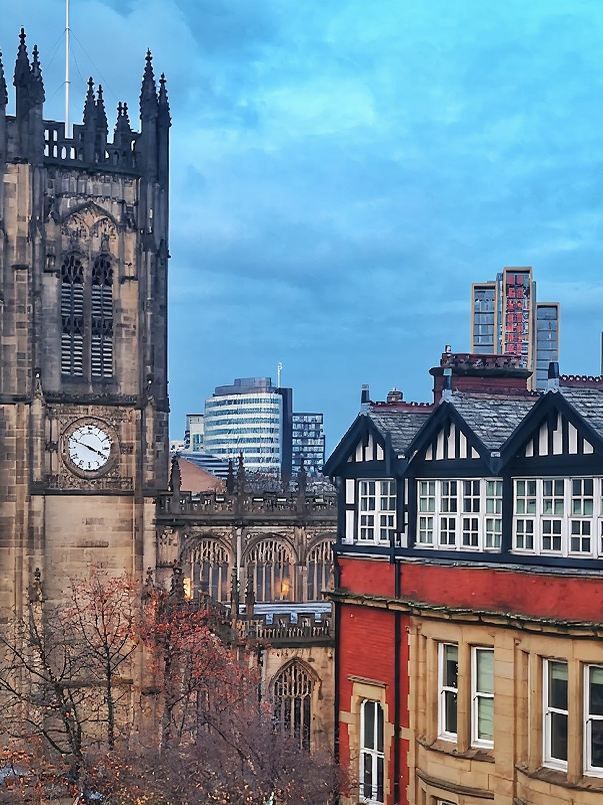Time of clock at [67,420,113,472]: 3:48
